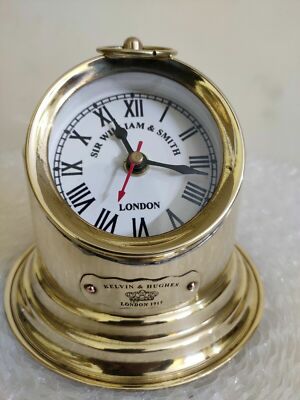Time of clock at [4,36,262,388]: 11:16
